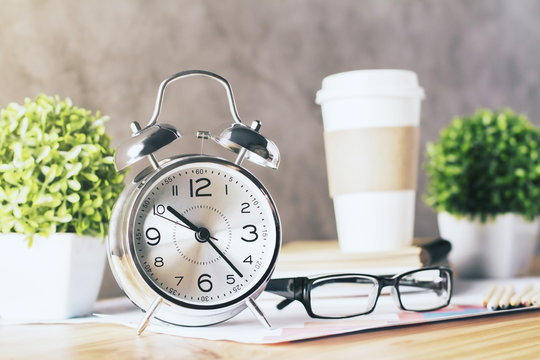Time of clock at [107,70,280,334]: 10:23
